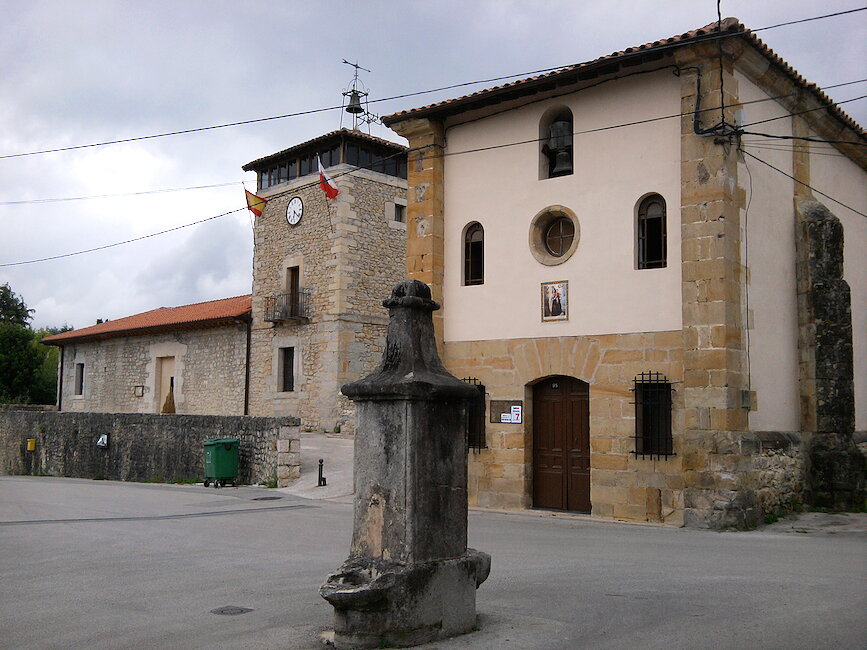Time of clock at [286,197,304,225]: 6:21
